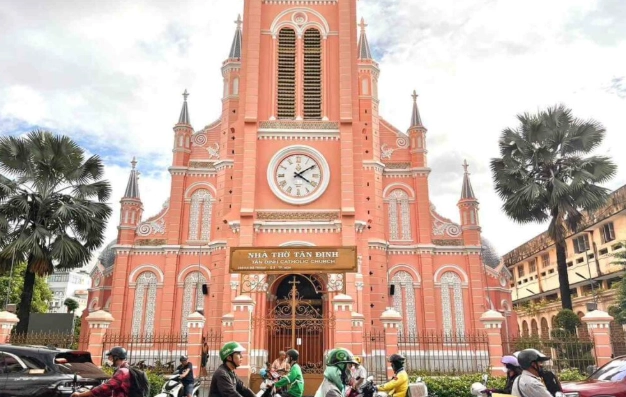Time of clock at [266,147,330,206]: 4:09
